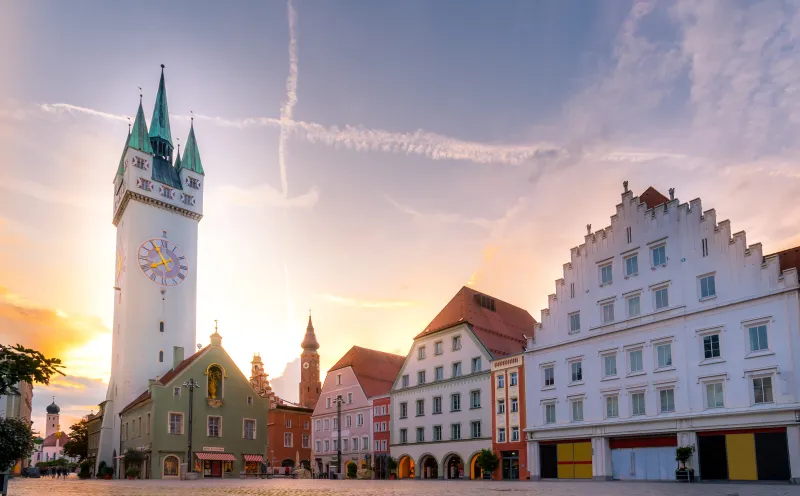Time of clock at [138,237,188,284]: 7:54
